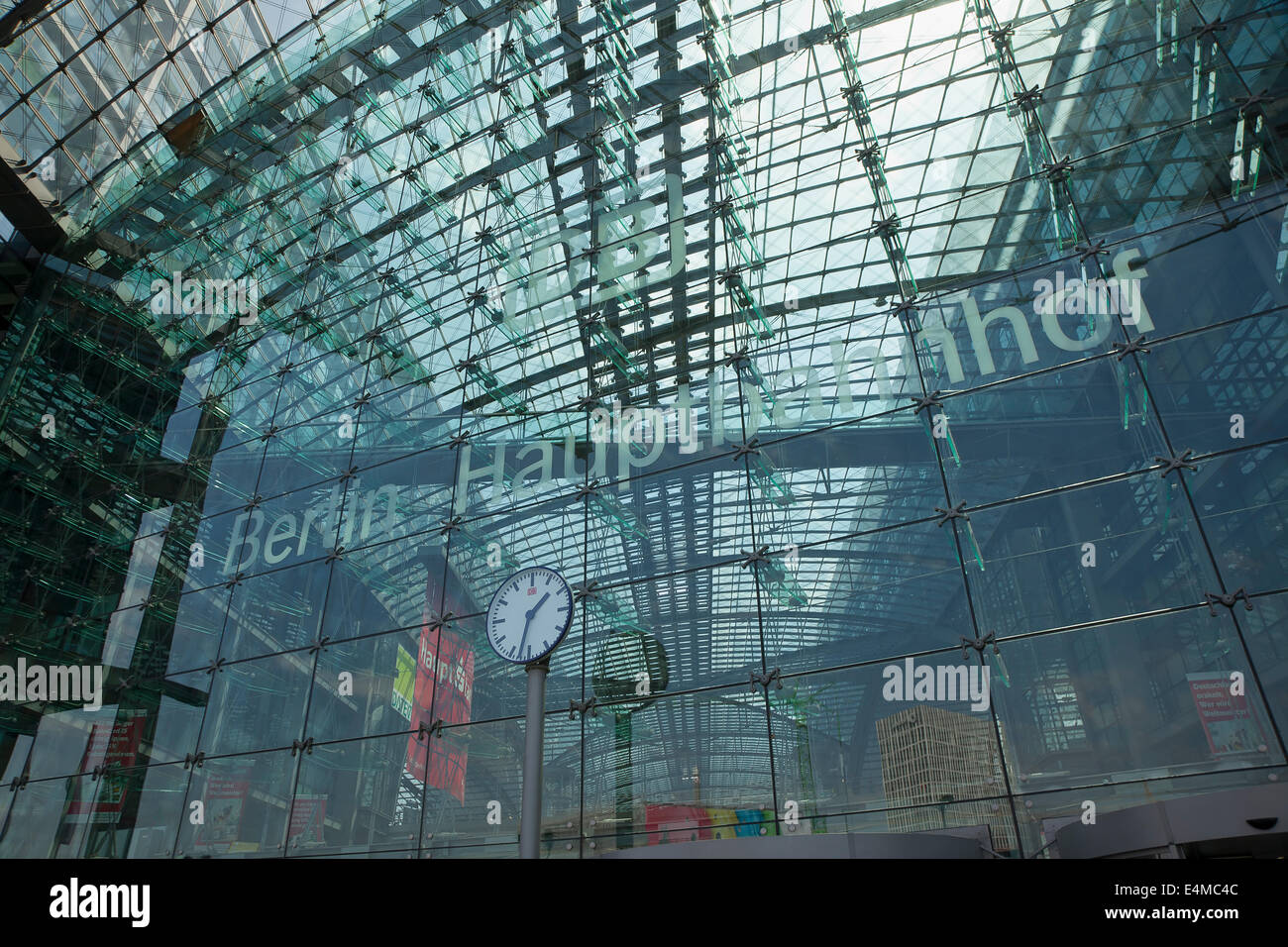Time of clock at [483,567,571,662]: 1:32
